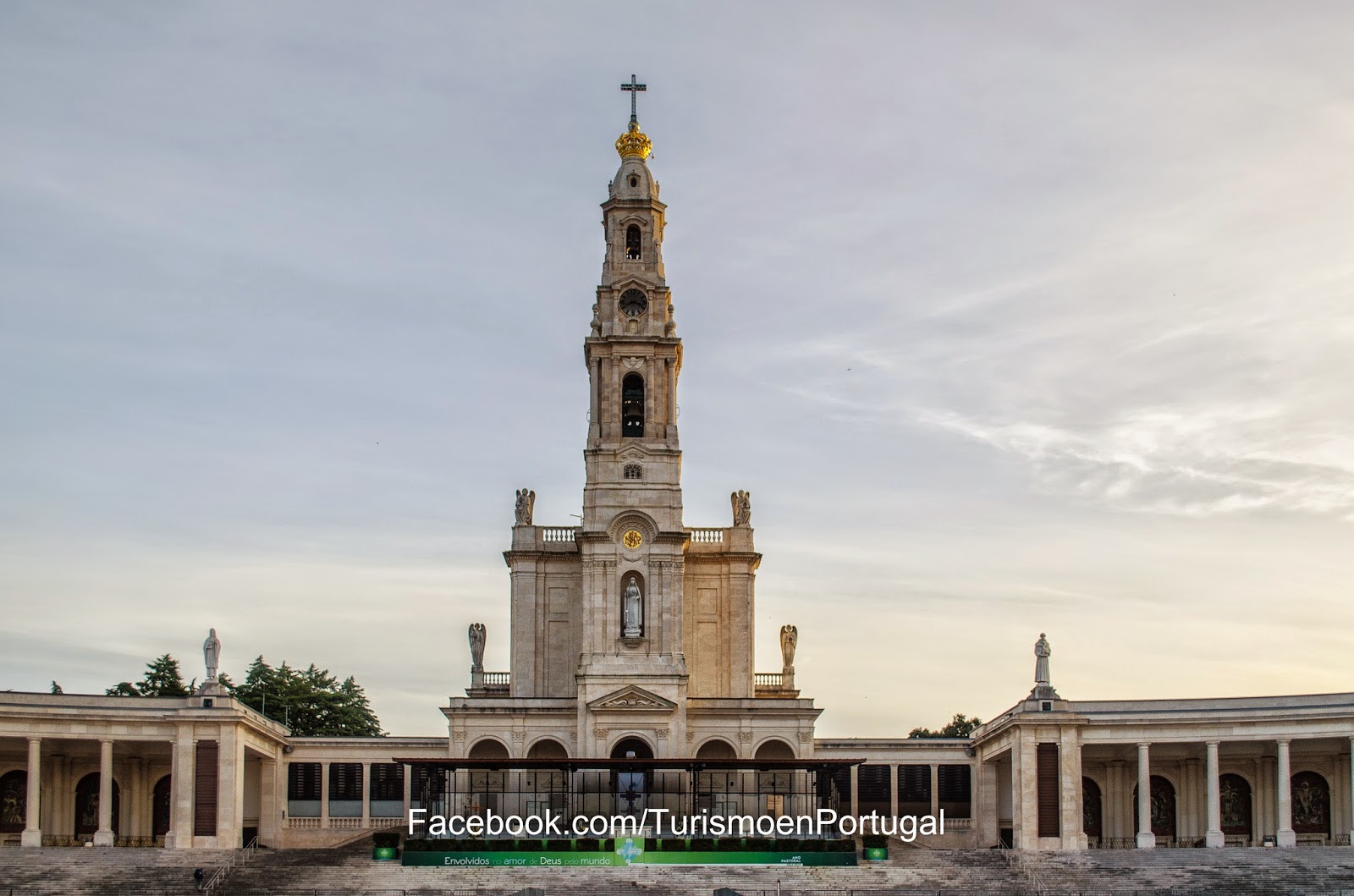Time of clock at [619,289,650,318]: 8:17
